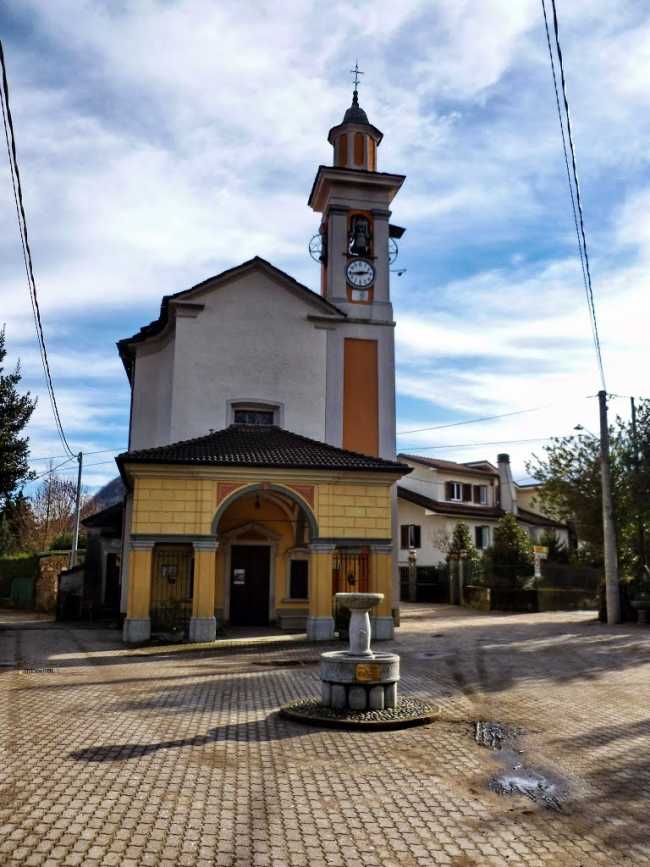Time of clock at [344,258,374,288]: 2:43
